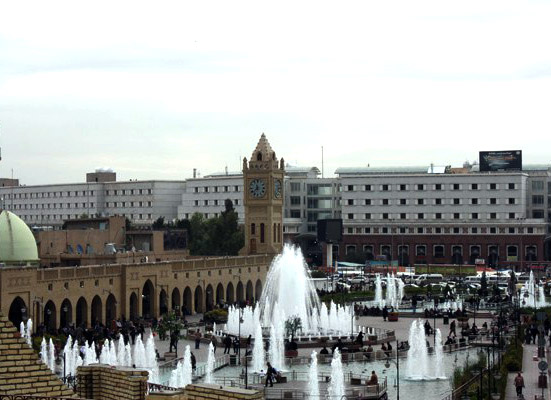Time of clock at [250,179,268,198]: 11:37
